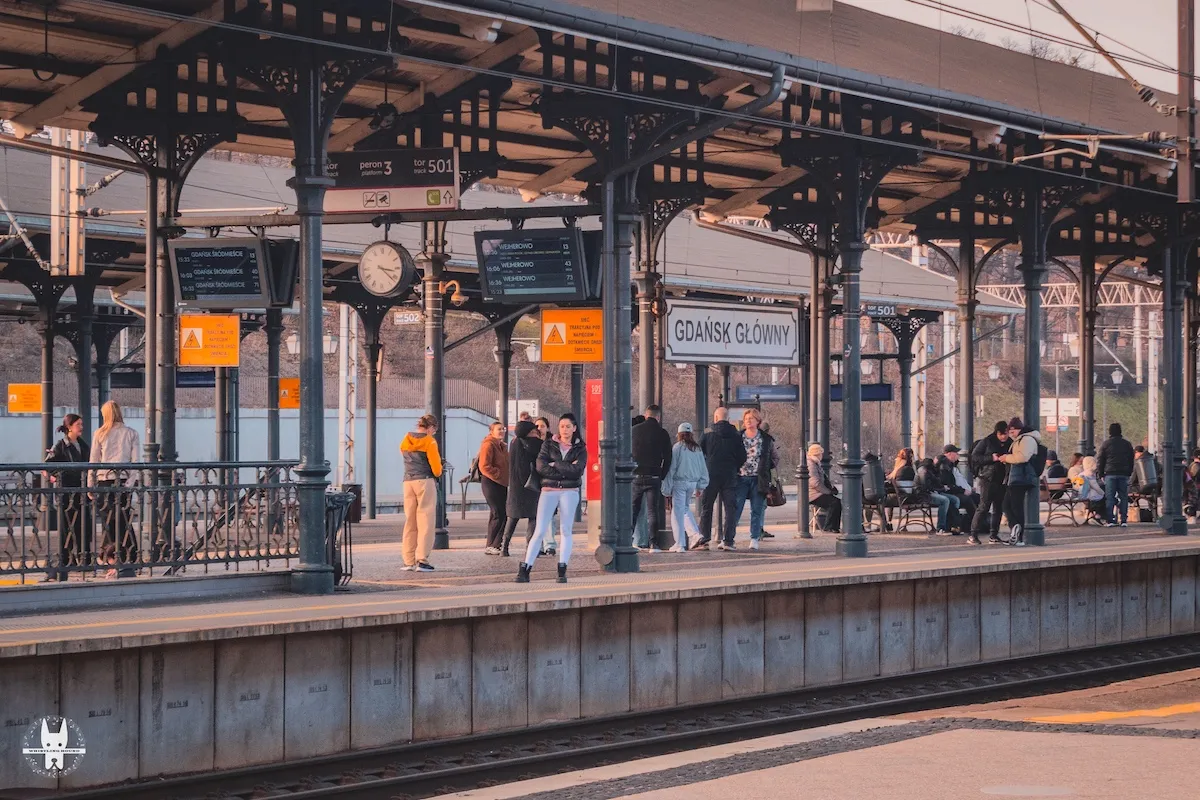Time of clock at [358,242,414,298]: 3:21
